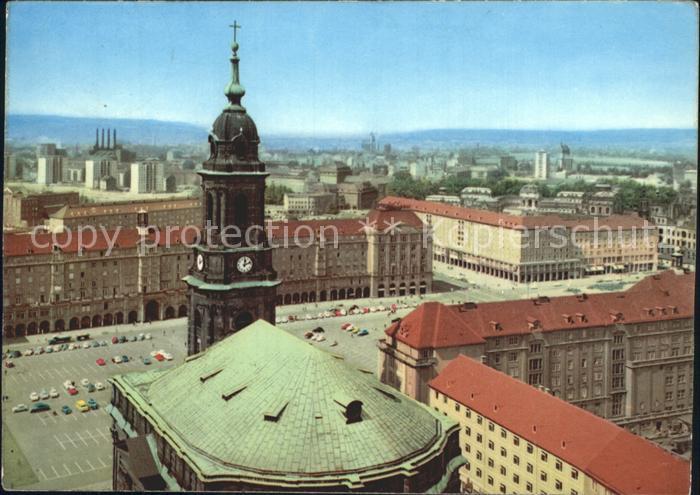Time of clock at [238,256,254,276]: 12:12
